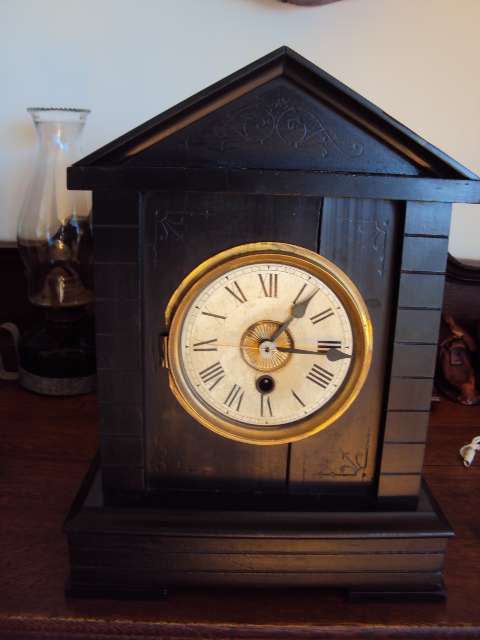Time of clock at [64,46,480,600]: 1:16
